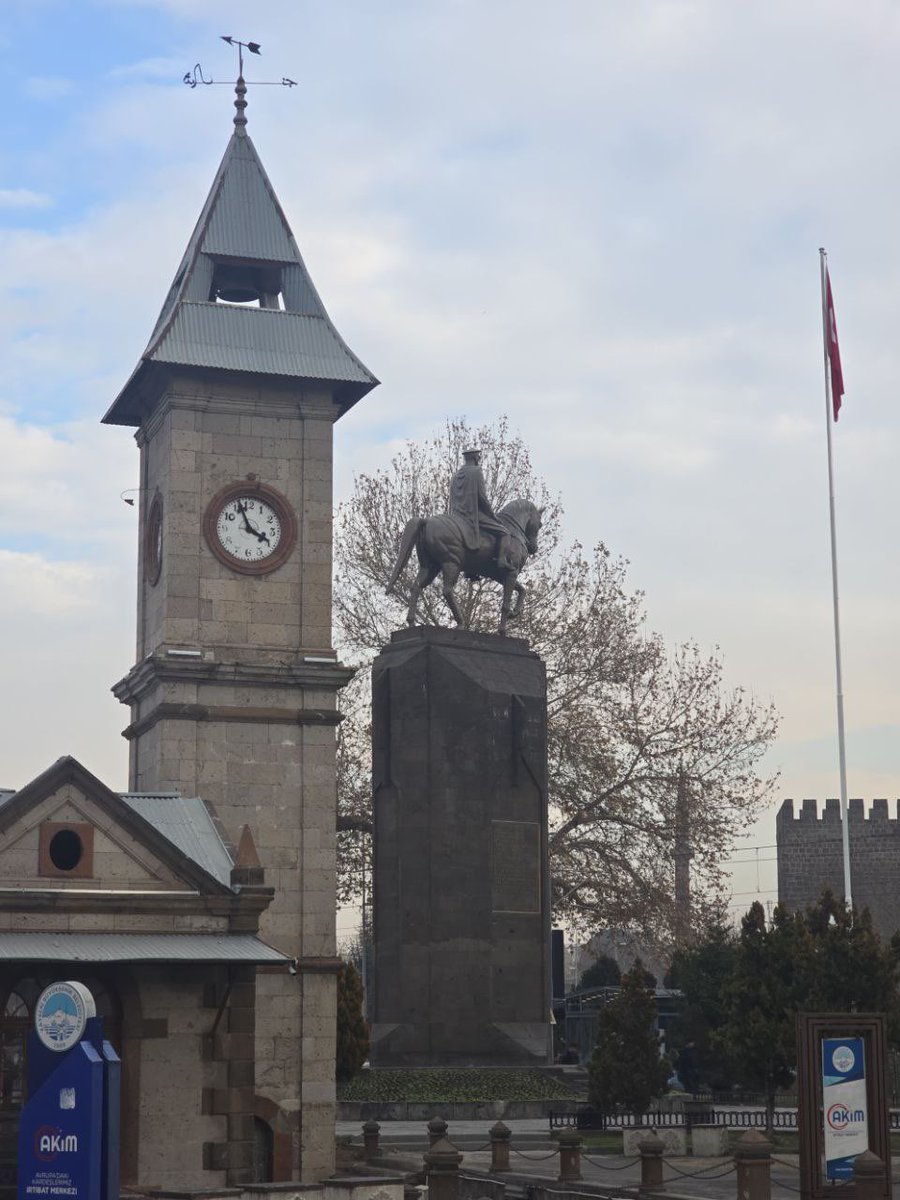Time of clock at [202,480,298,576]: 3:56
